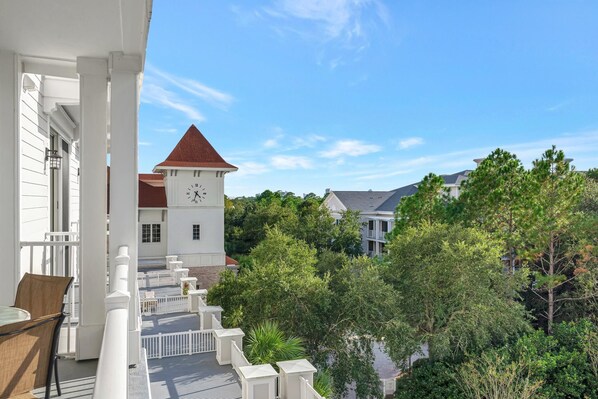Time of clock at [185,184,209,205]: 4:33
